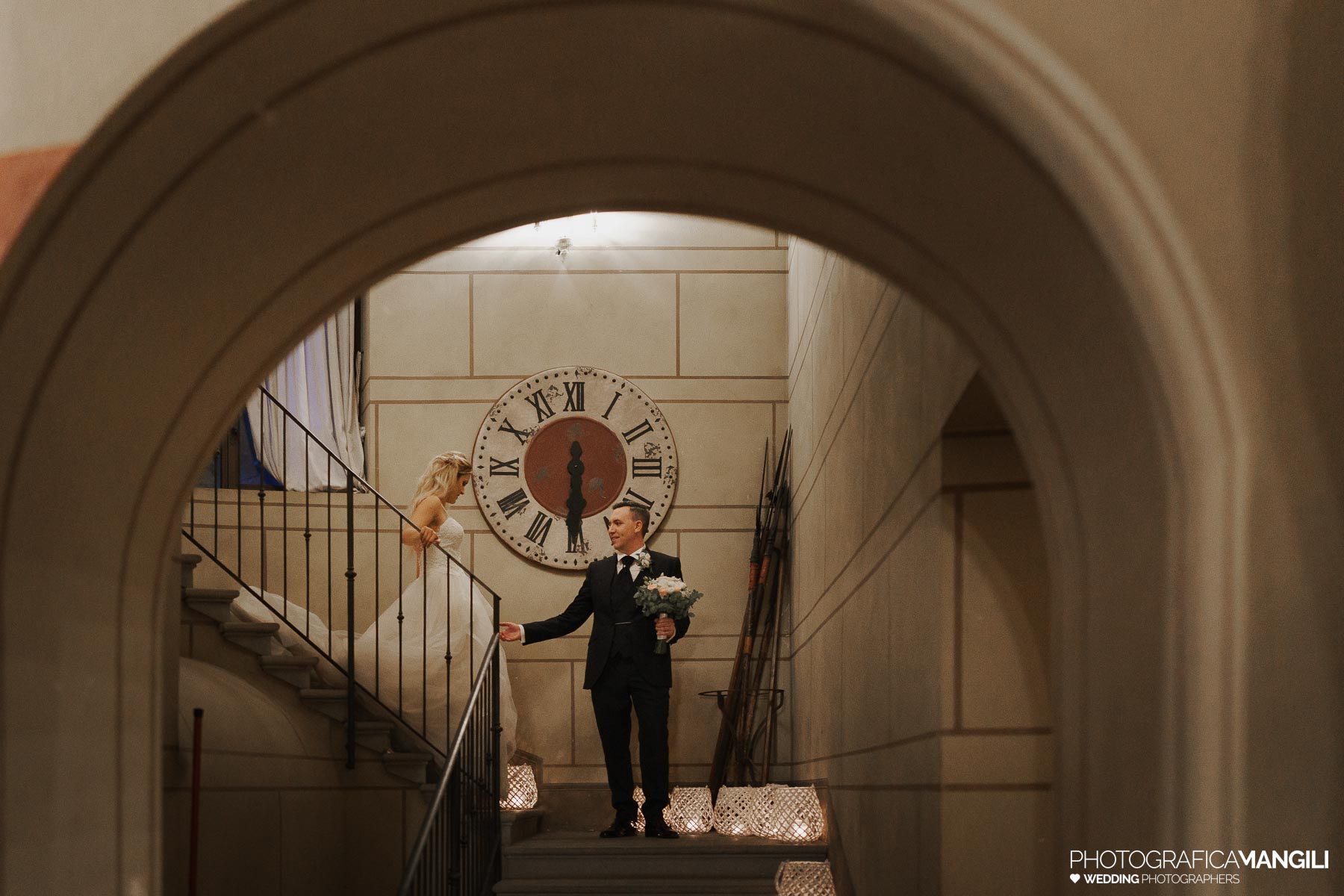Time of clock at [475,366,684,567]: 6:30
